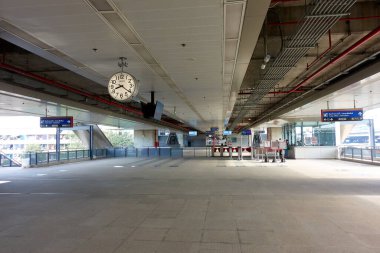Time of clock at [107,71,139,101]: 8:20
